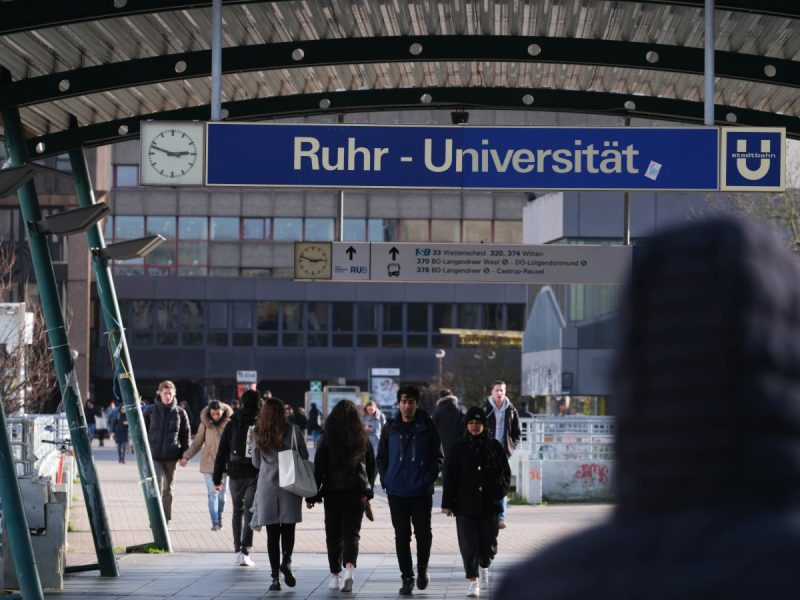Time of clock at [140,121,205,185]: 2:48
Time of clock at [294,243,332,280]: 2:48
